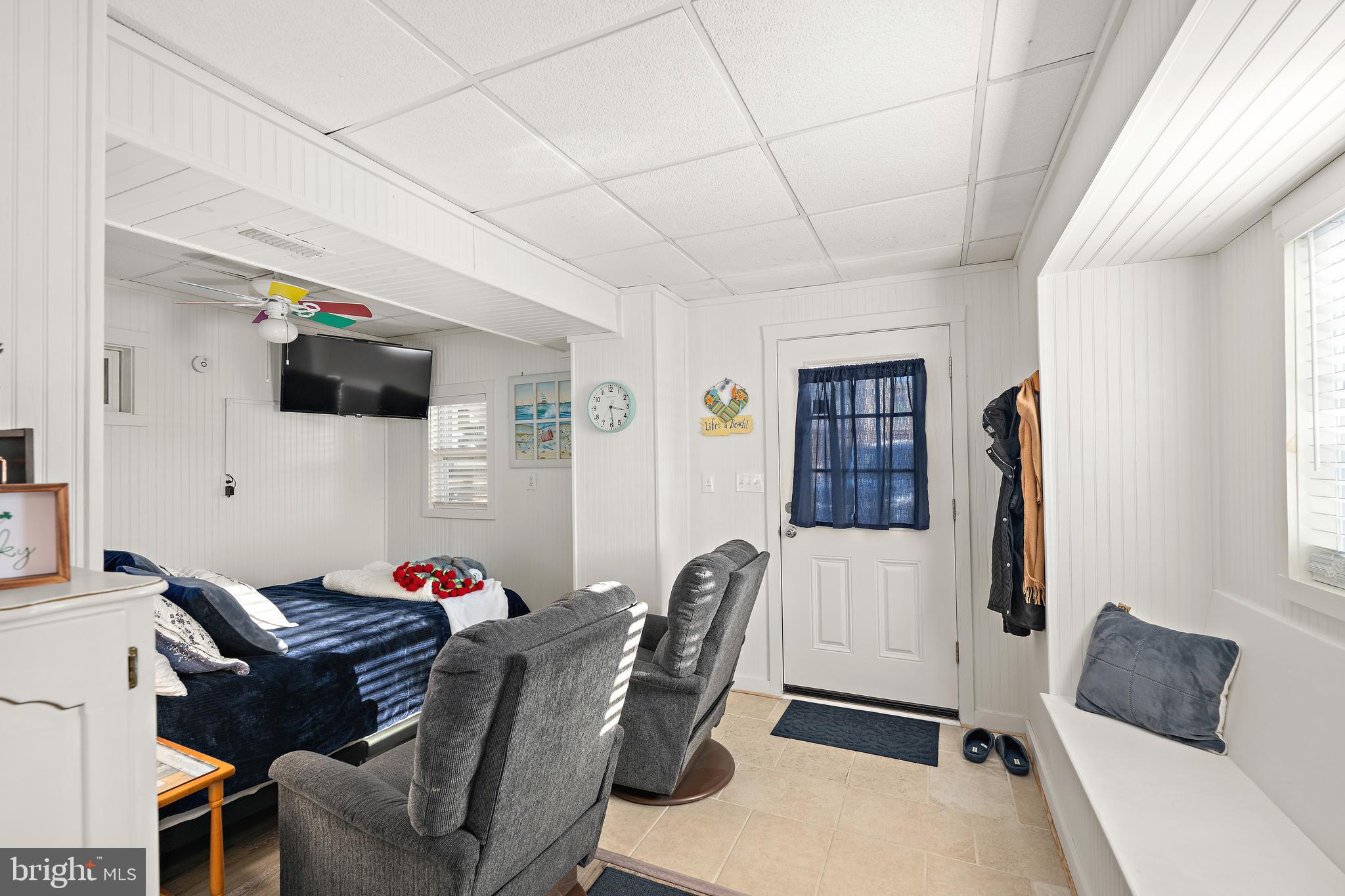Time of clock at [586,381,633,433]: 3:29
